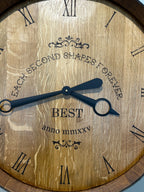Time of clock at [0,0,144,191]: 3:43
